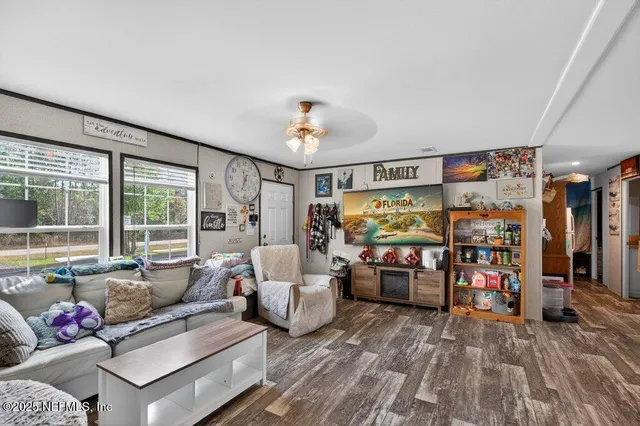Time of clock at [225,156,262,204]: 11:33
